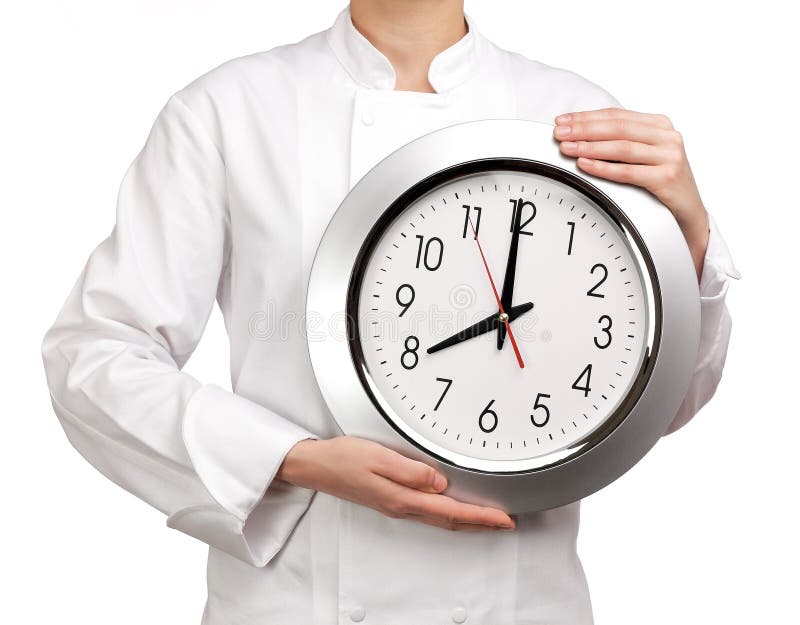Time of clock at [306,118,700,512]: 7:59
